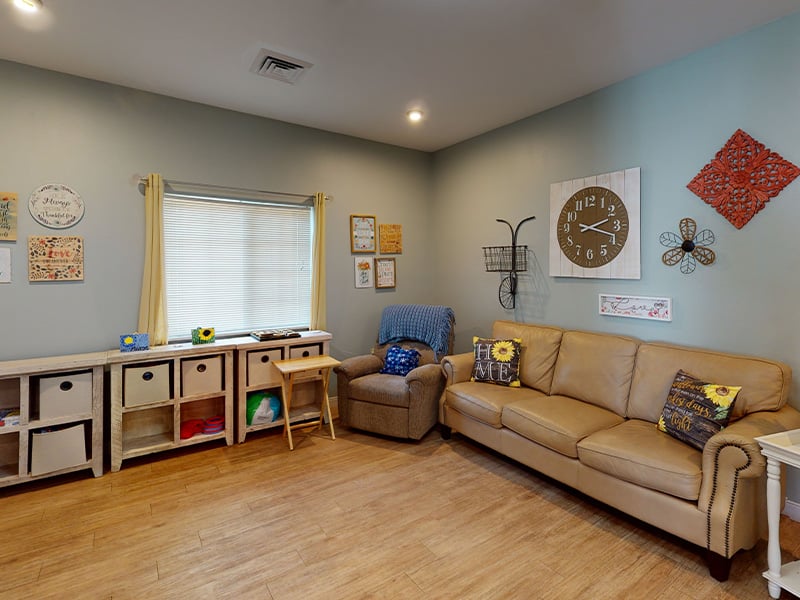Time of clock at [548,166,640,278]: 2:18
